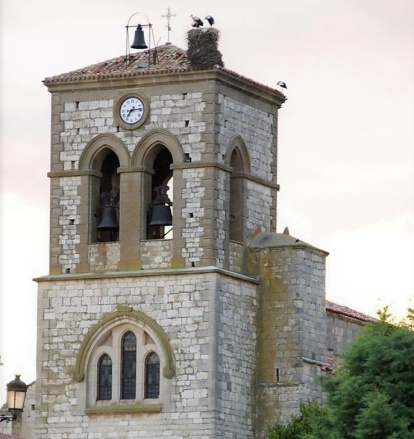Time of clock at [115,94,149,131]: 7:13
